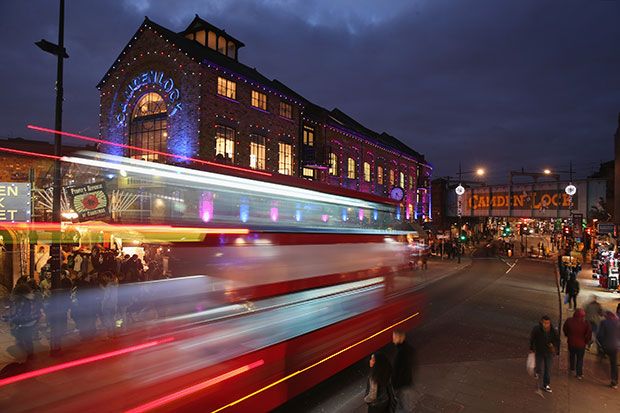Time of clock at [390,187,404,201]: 4:32
